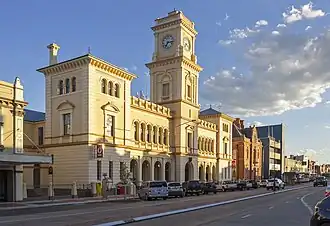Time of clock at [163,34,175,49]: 7:15
